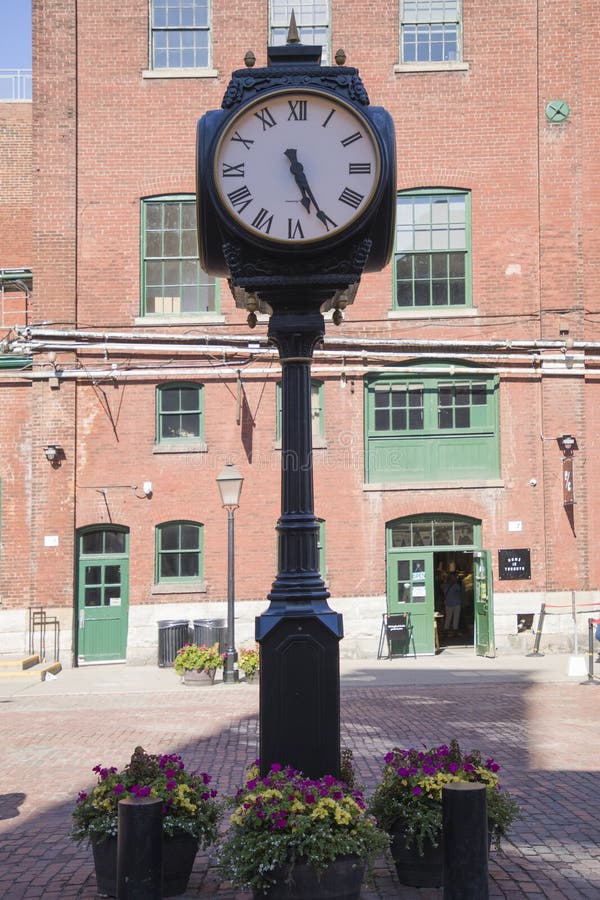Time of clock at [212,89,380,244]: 5:25
